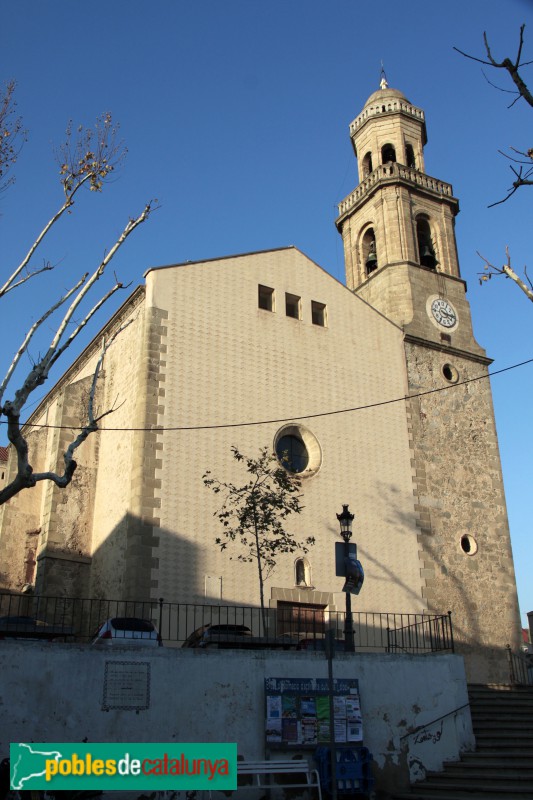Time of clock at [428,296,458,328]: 4:16
